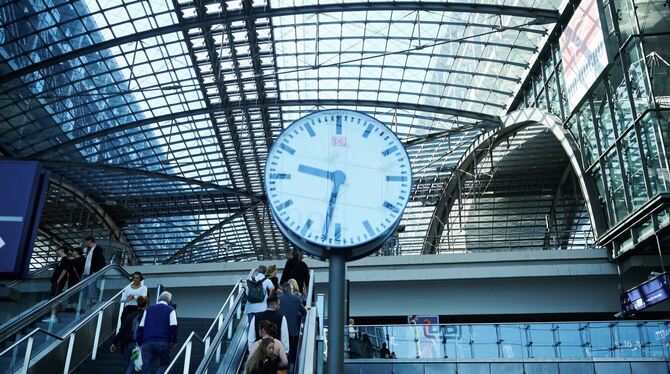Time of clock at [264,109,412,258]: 9:32
